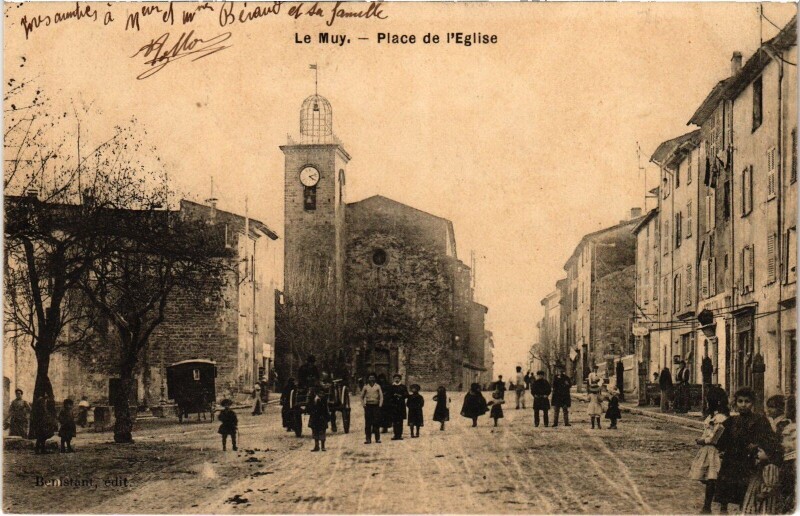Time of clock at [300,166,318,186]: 4:12
